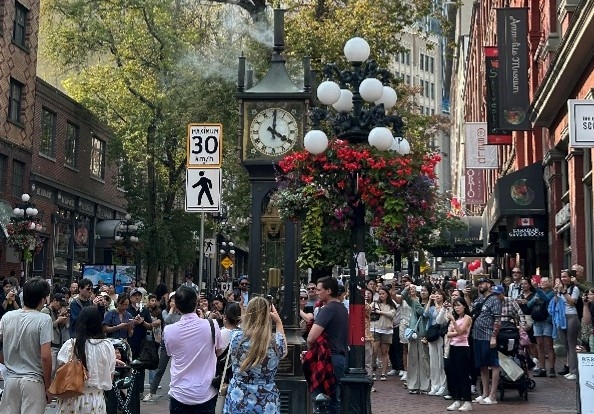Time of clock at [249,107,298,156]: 4:00
